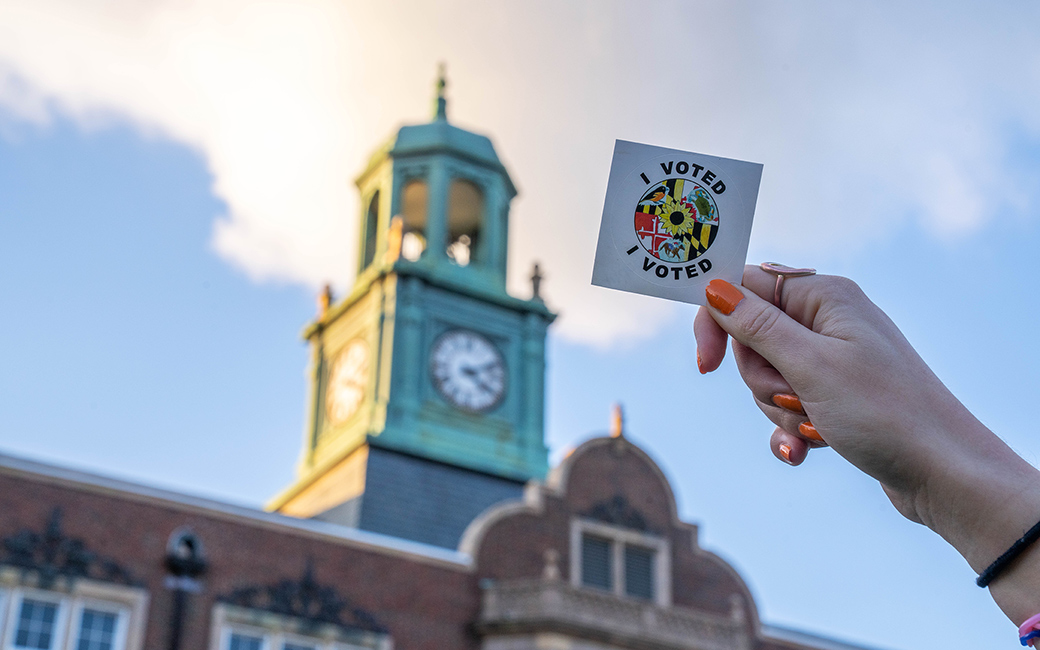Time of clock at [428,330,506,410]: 4:11
